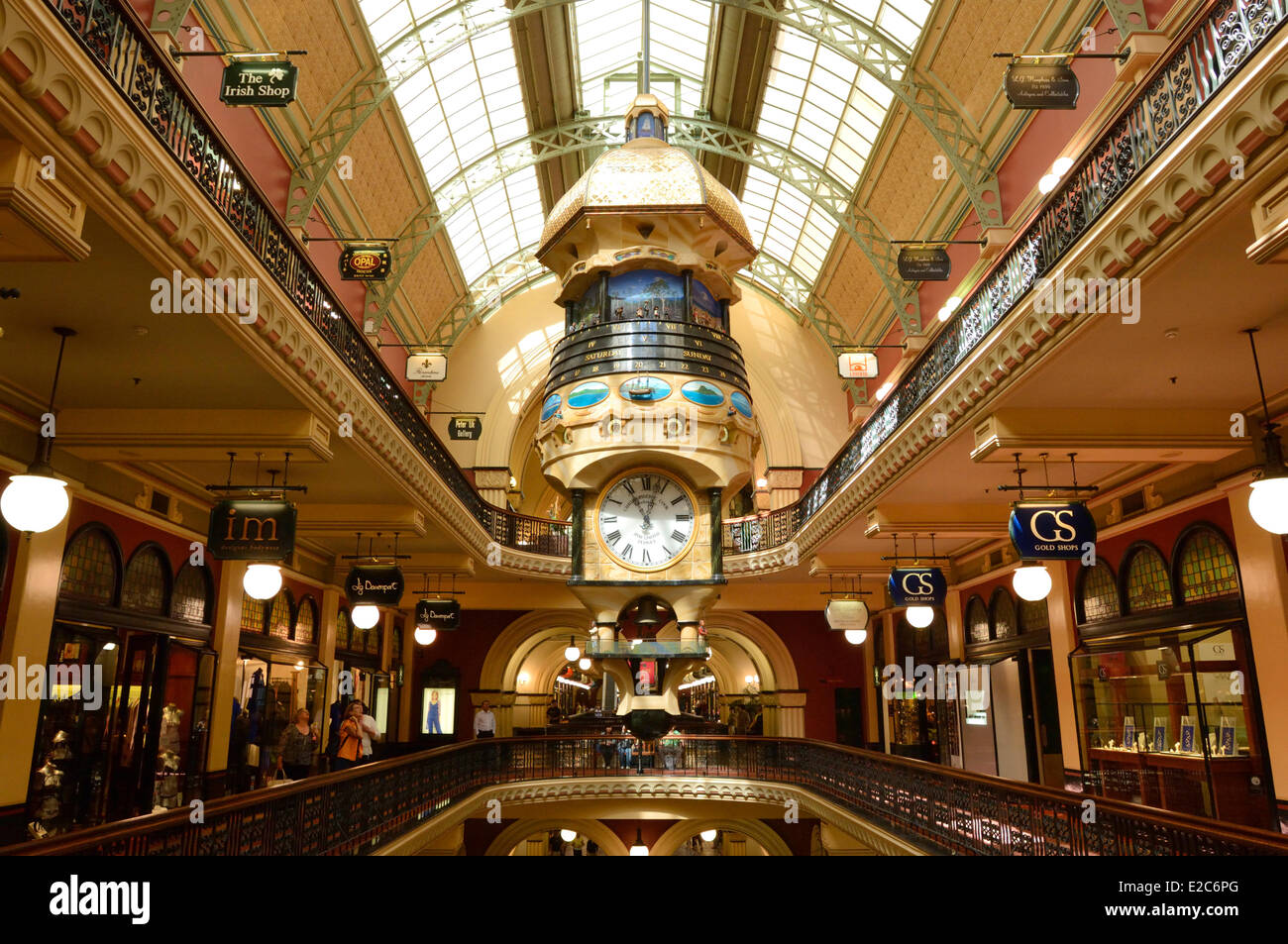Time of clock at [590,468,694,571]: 11:02
